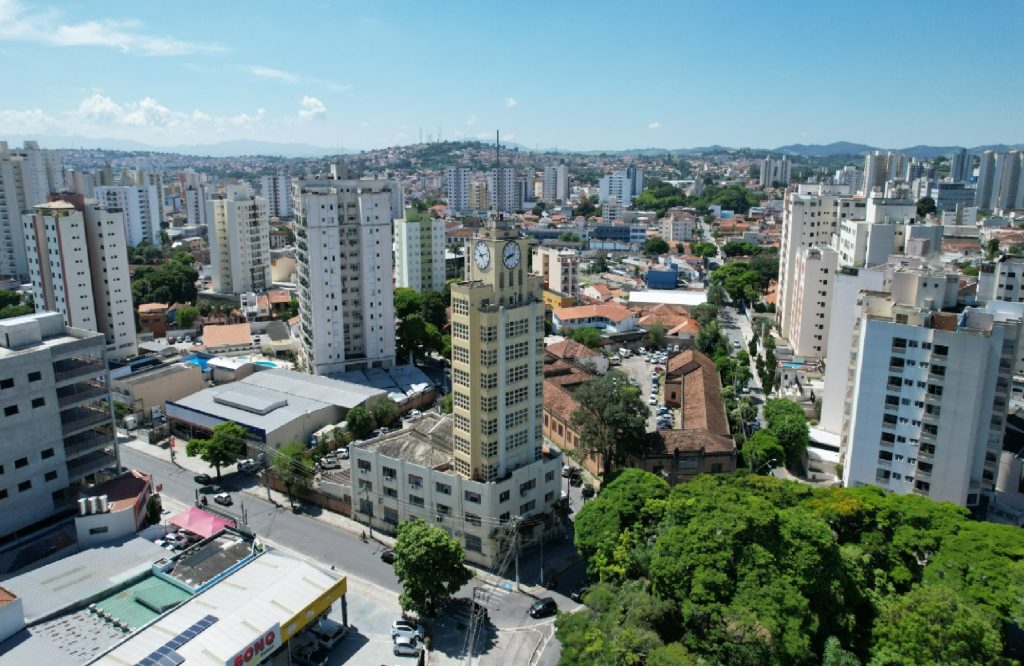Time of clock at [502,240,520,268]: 8:41
